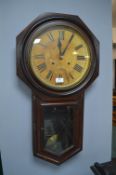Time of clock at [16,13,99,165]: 12:05
